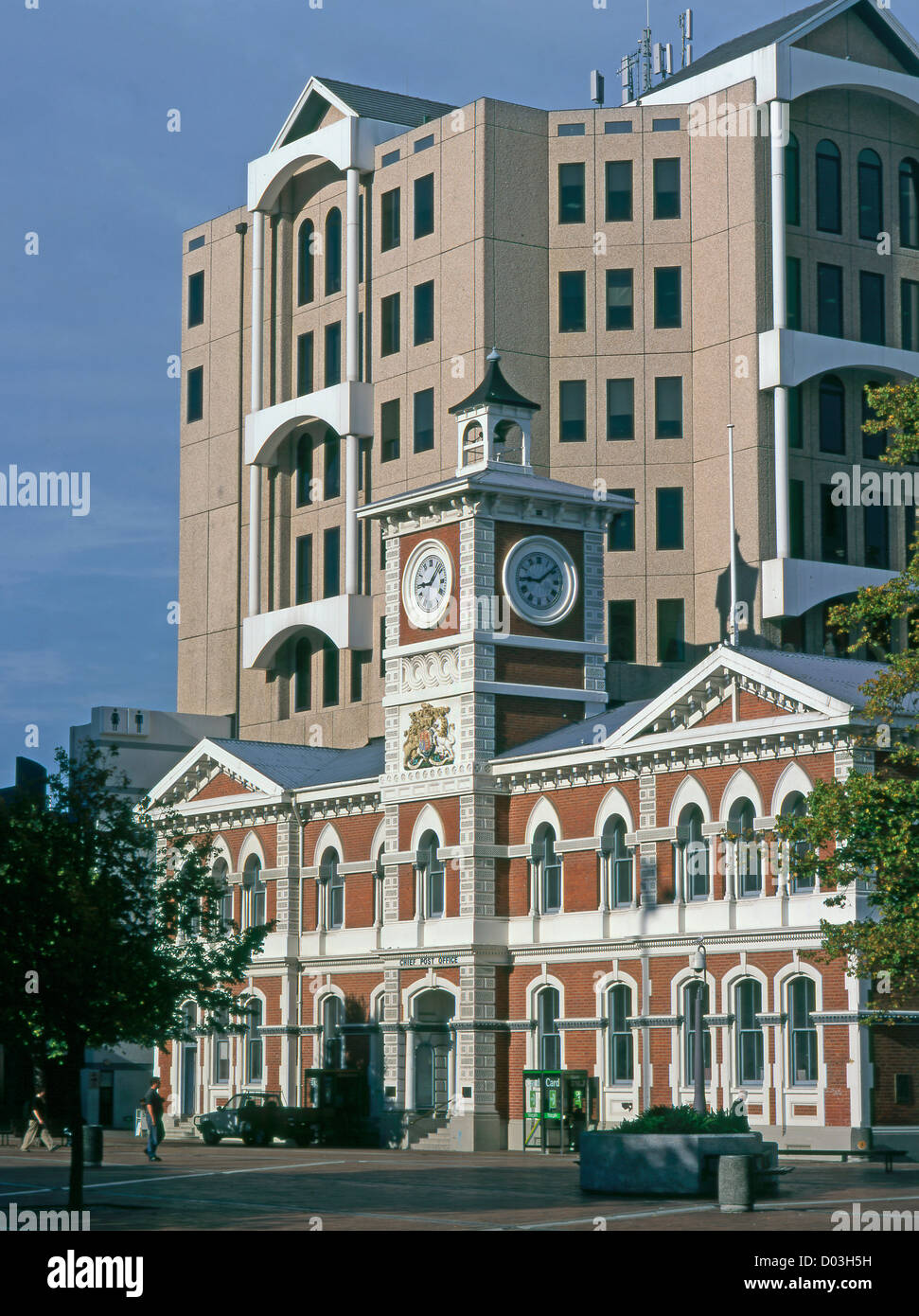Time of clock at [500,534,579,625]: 9:08
